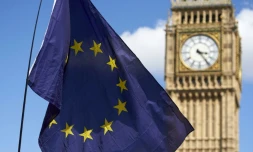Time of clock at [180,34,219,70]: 3:23
